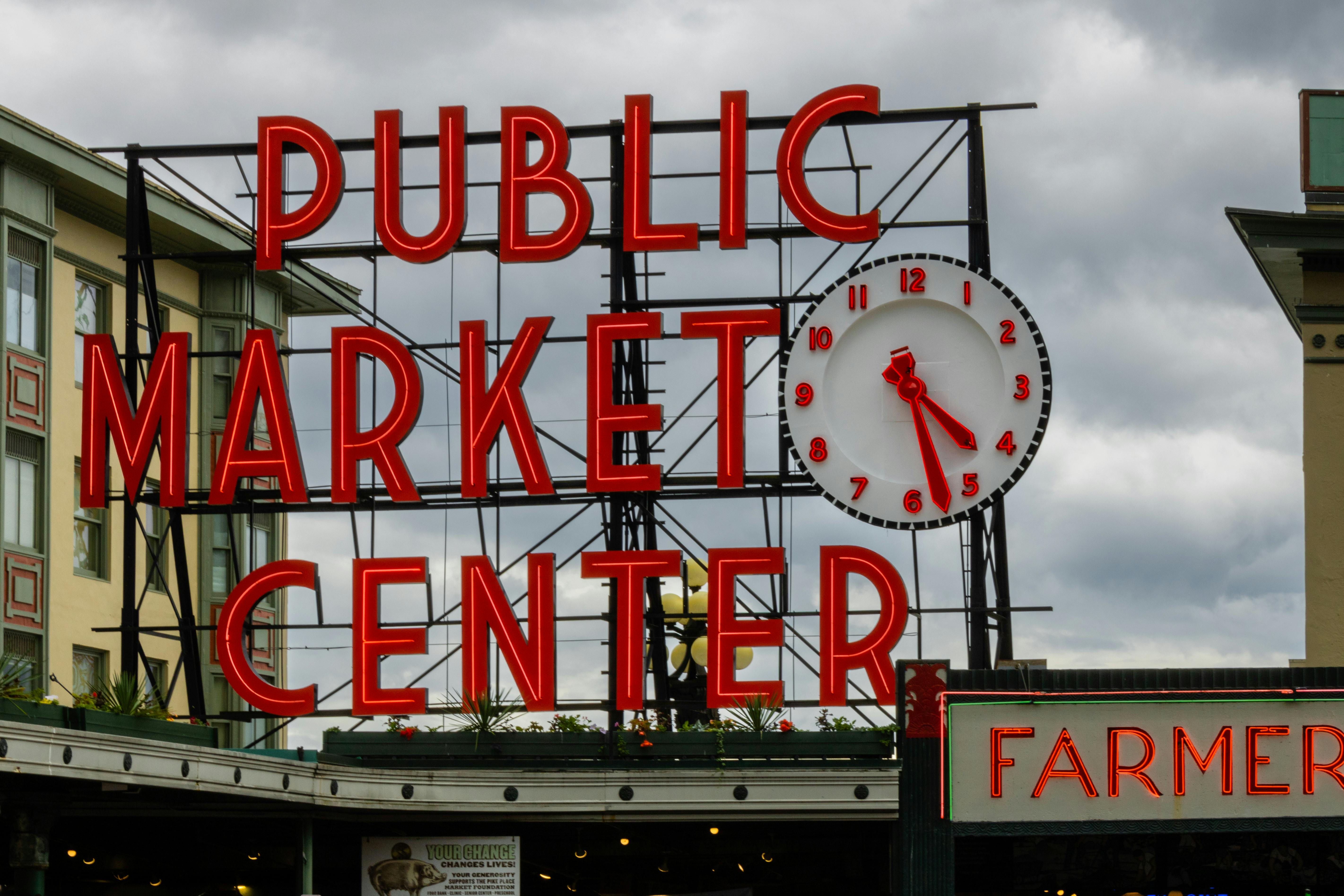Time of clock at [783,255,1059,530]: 4:27
